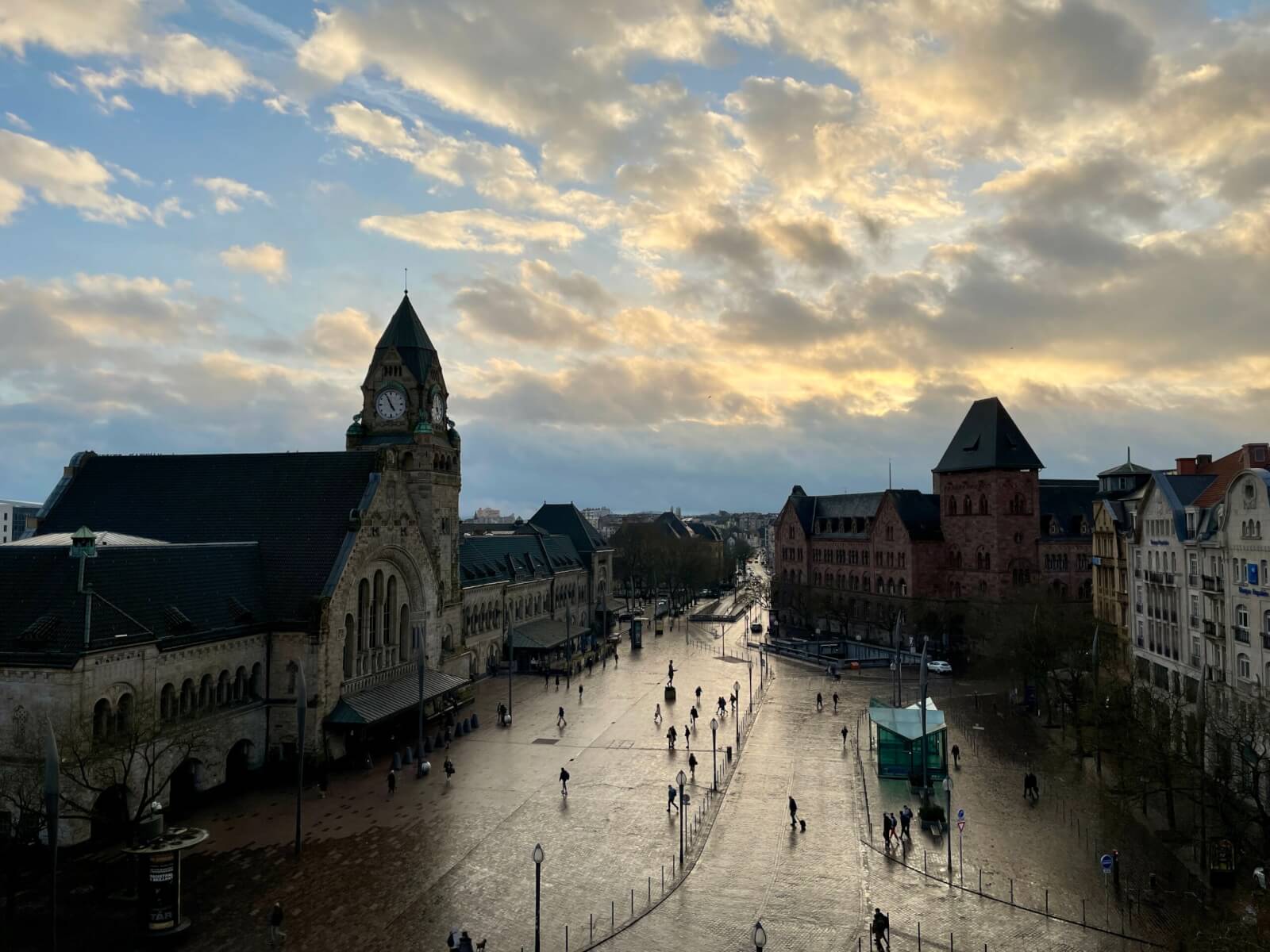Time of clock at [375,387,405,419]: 4:56
